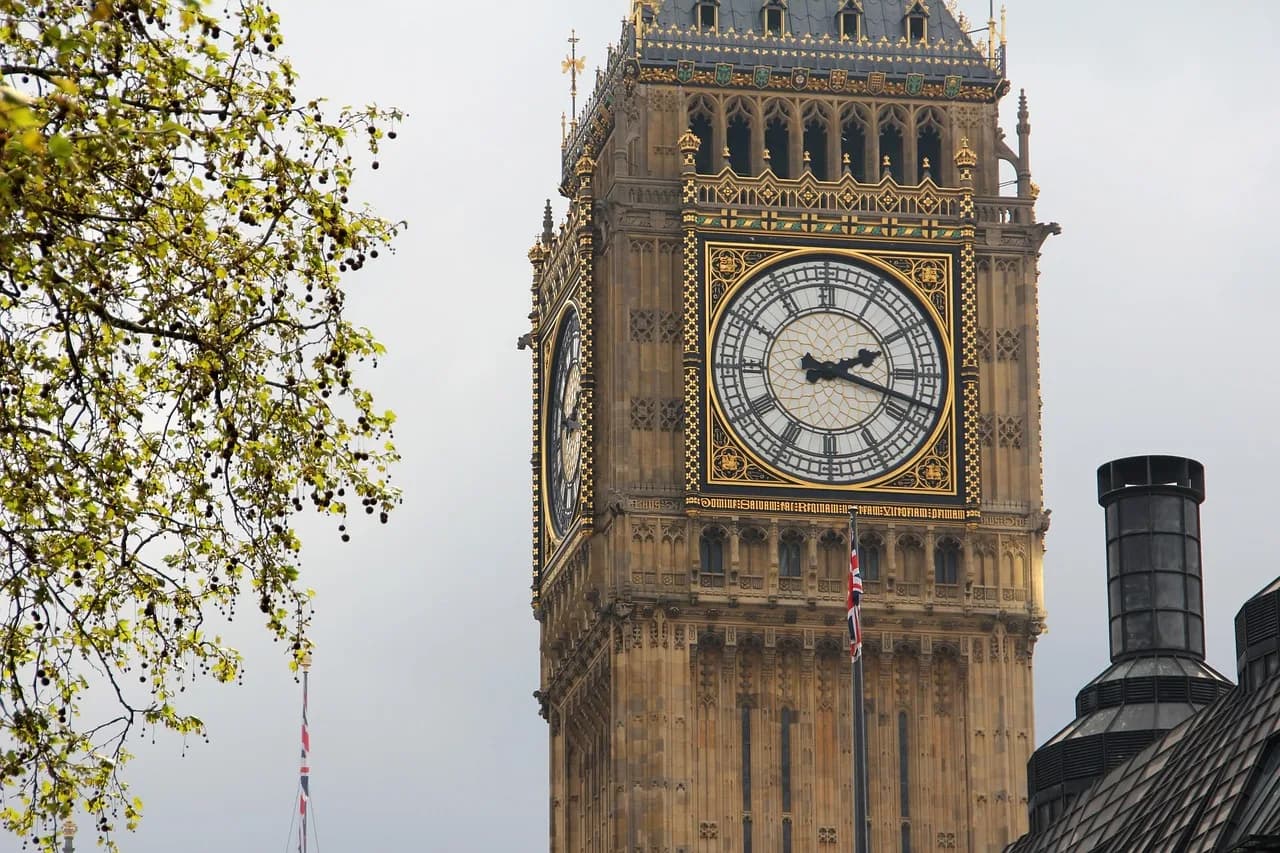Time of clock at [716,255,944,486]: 2:18
